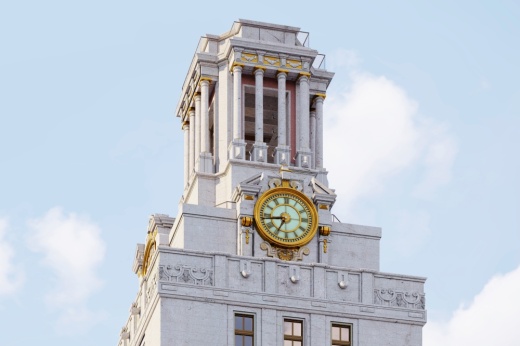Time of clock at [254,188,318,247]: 6:43
